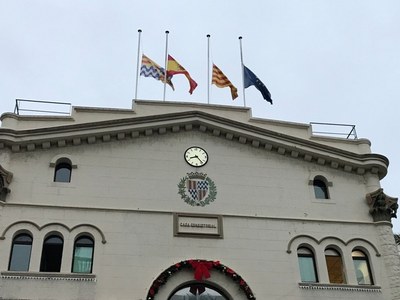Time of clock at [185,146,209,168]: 8:23
